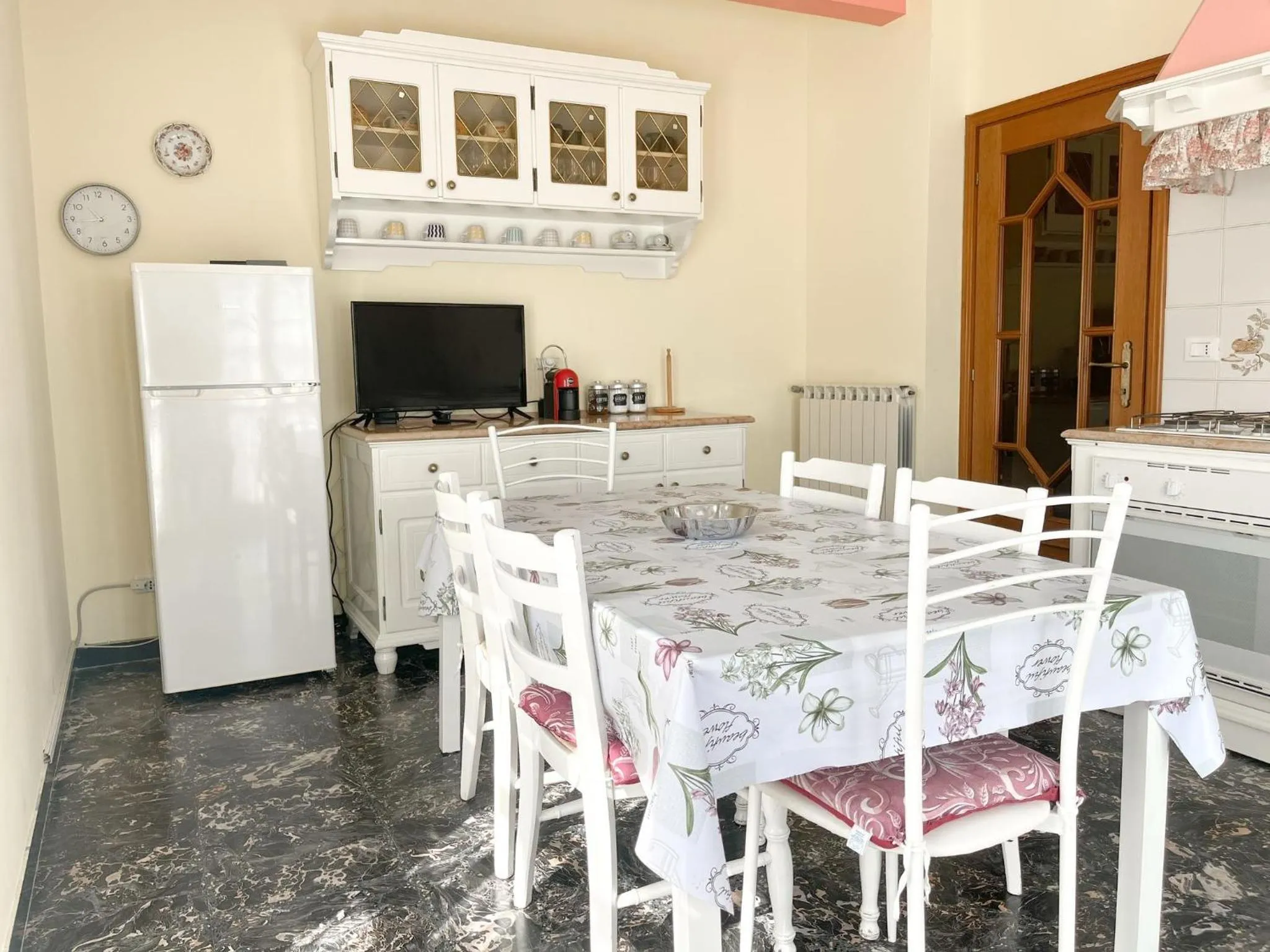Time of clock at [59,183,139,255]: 10:44
